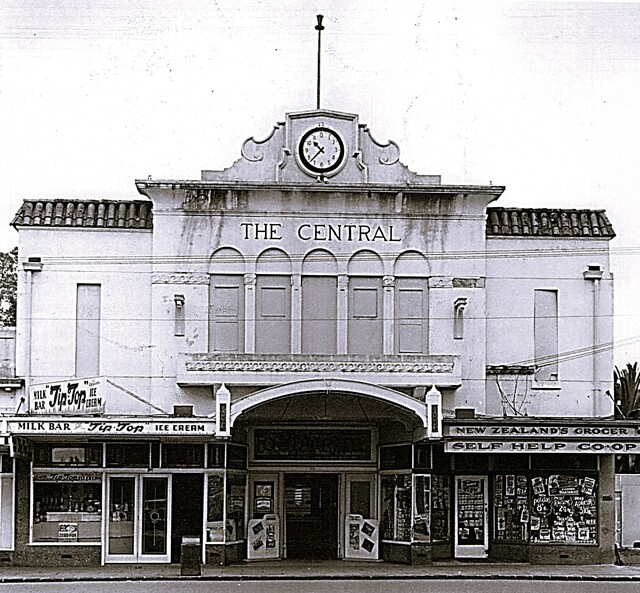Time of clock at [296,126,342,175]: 10:37
